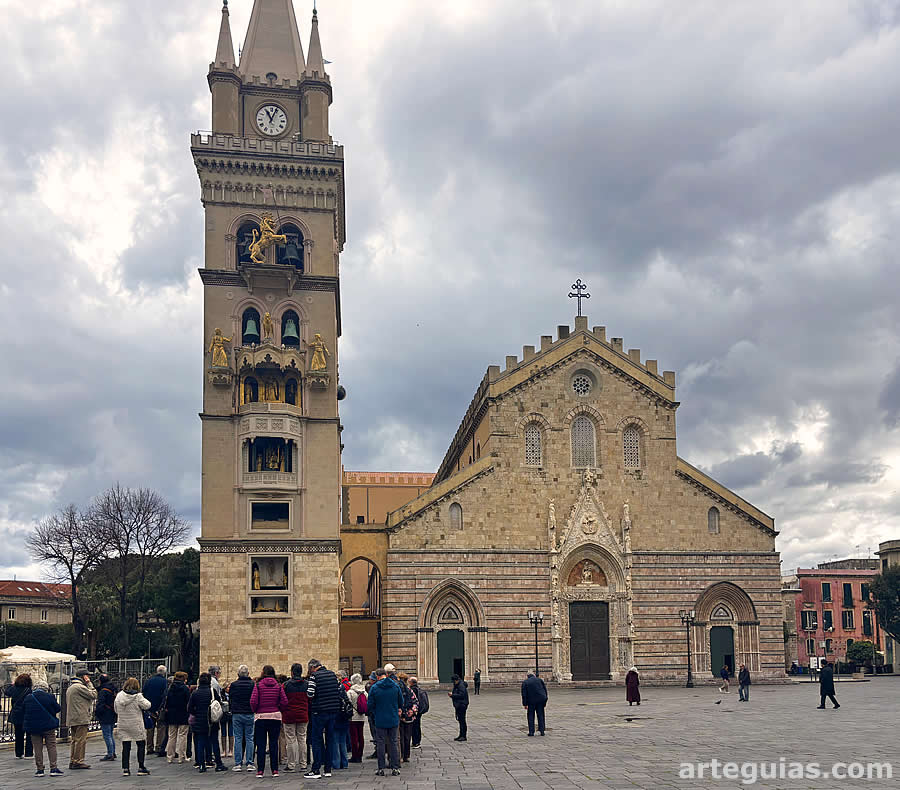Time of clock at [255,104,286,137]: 11:03
